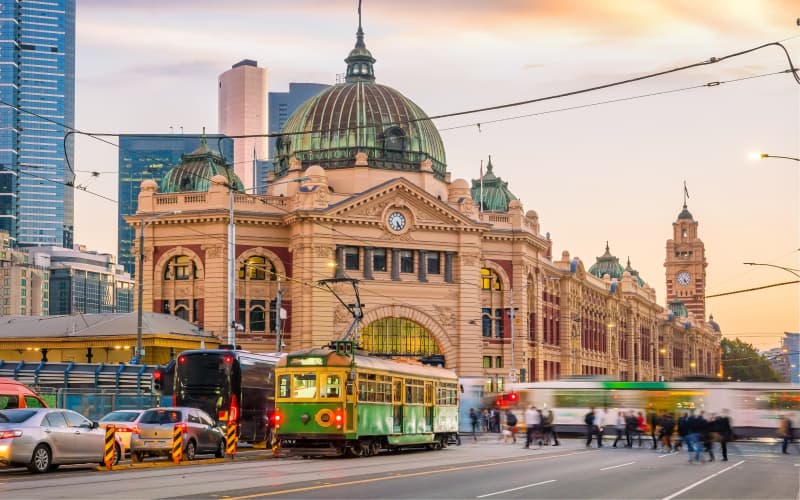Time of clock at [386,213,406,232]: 5:24
